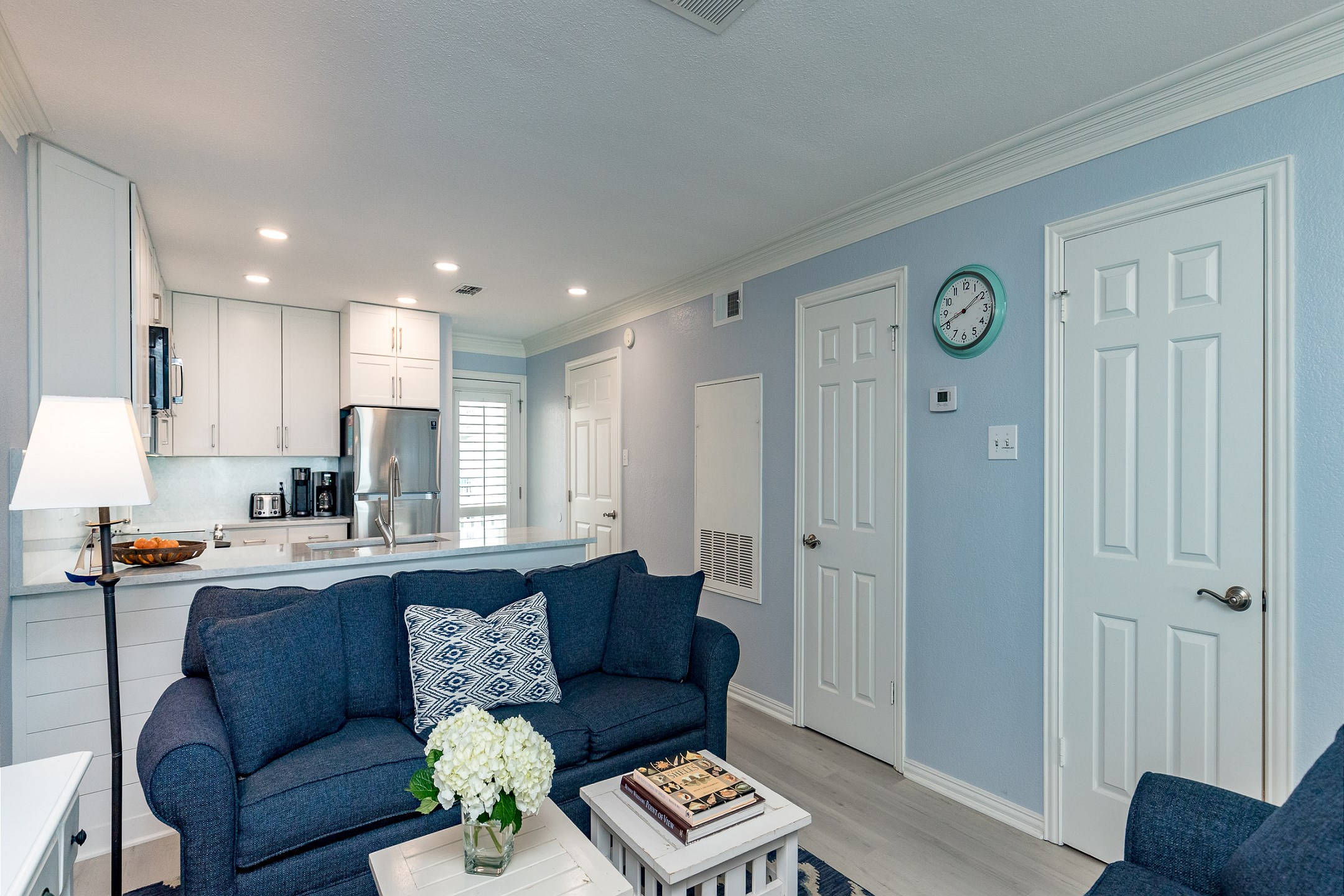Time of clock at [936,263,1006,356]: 1:41
